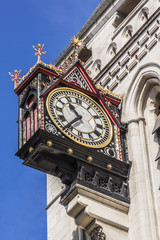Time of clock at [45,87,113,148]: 10:36
